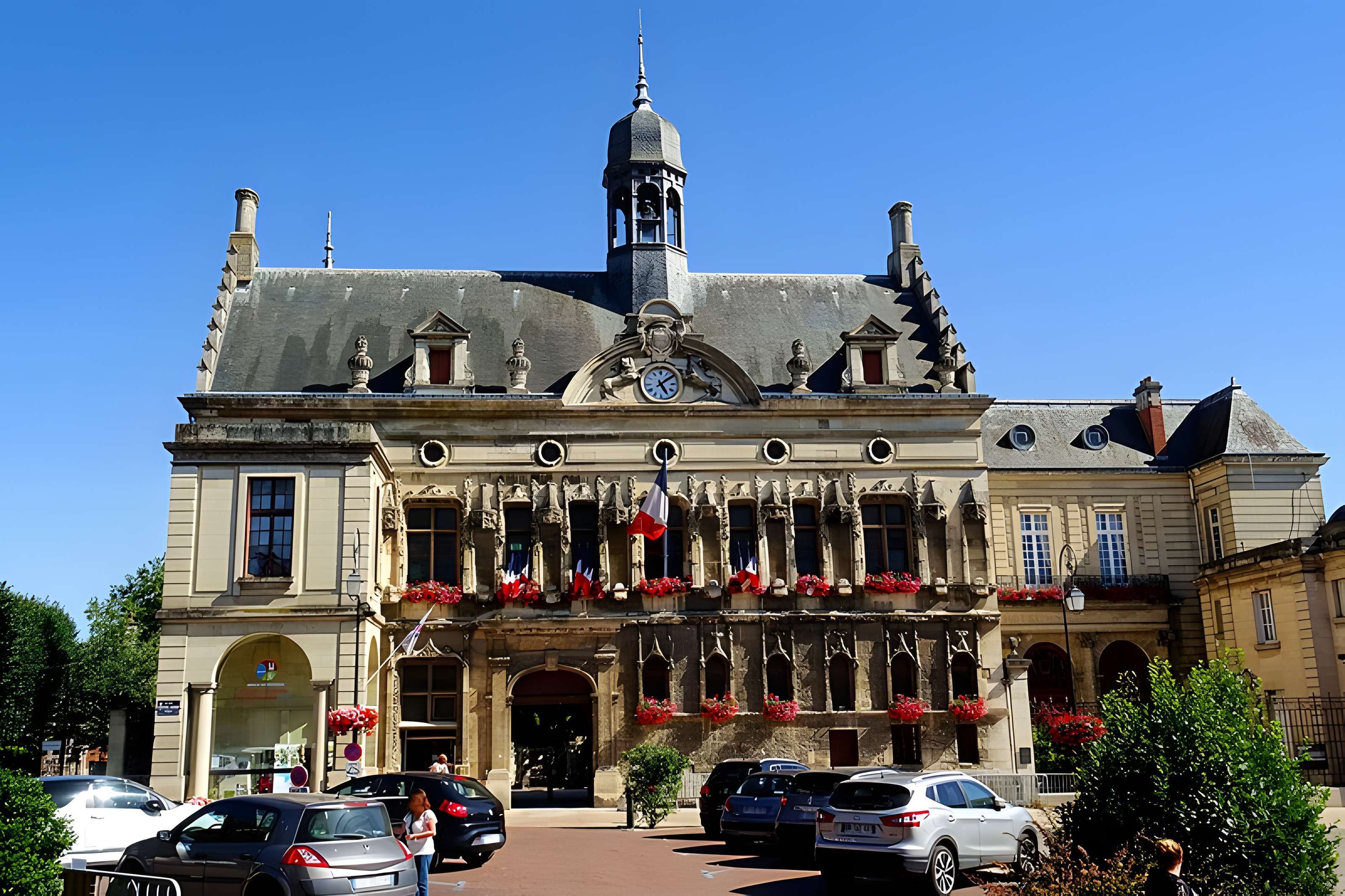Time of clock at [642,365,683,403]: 5:09
